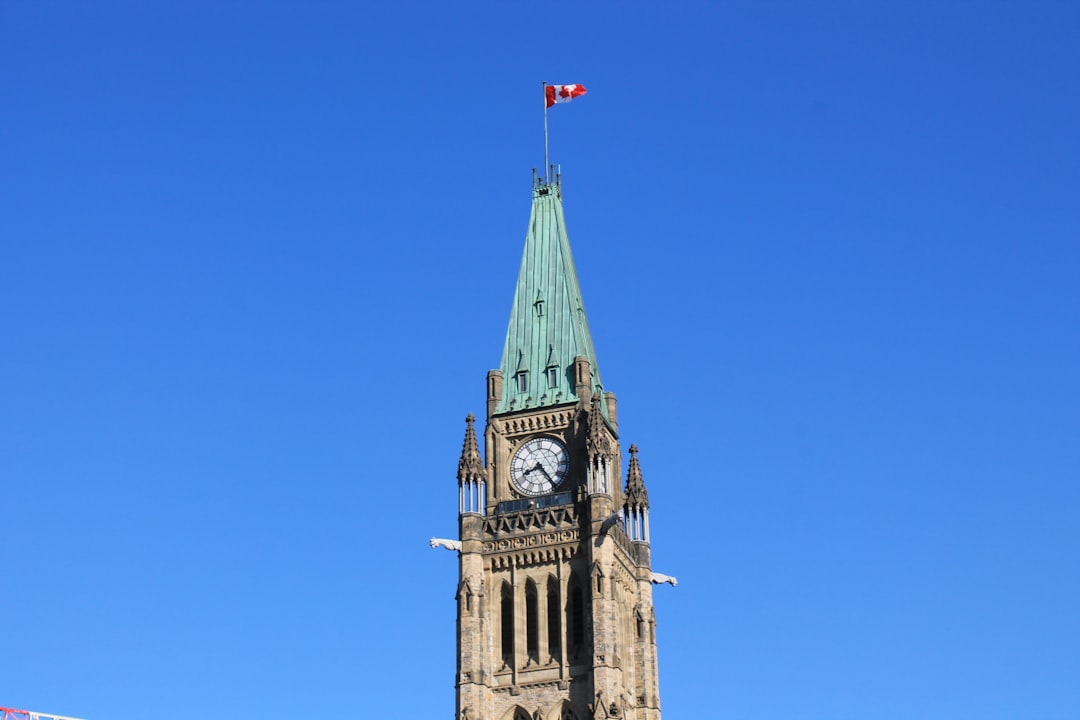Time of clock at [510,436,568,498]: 8:24
